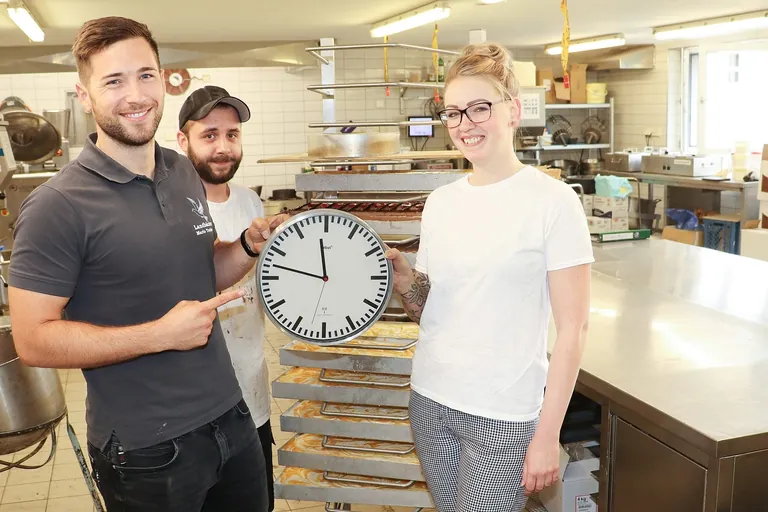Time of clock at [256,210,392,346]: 11:47
